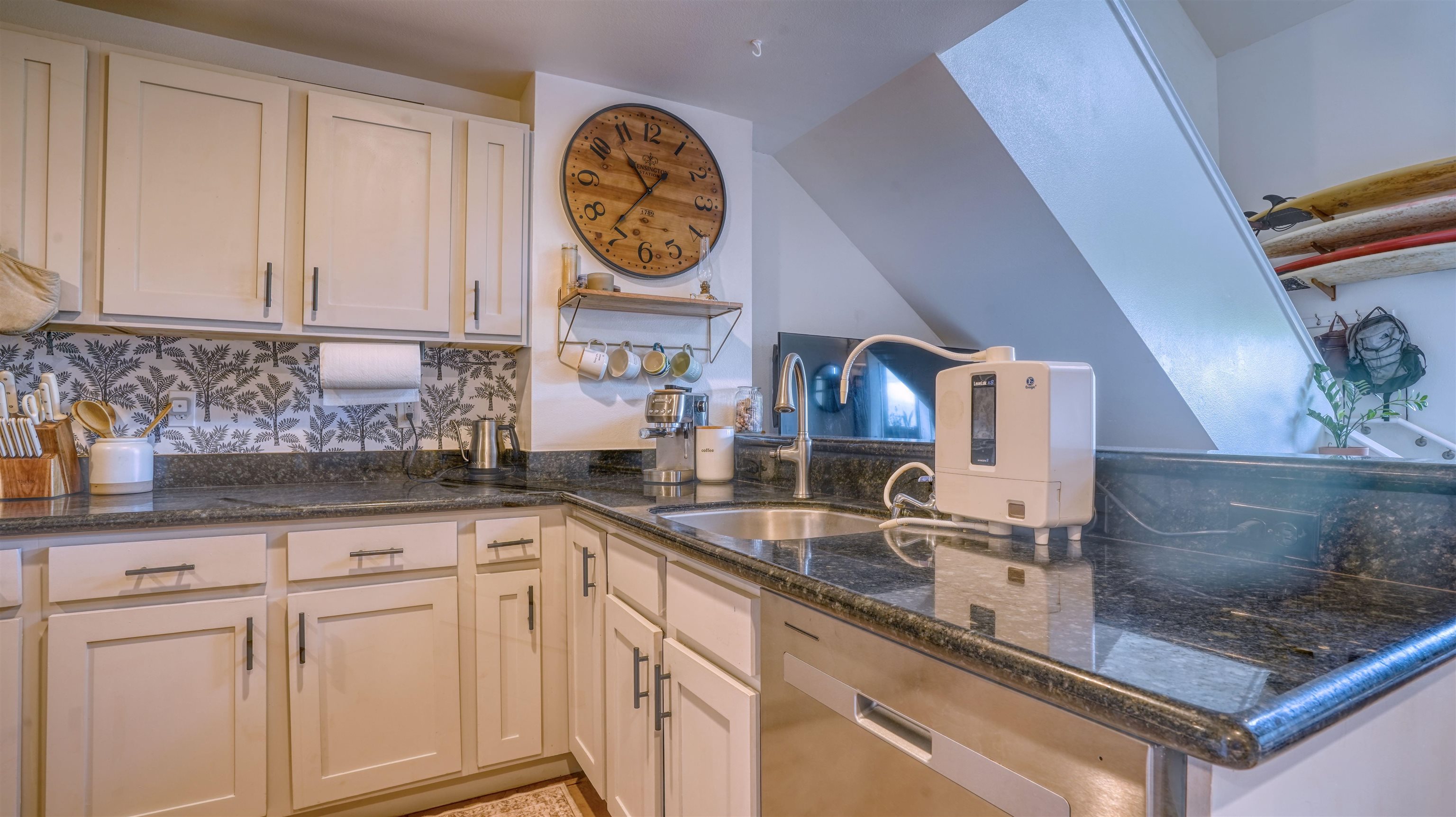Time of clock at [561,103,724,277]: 10:36
